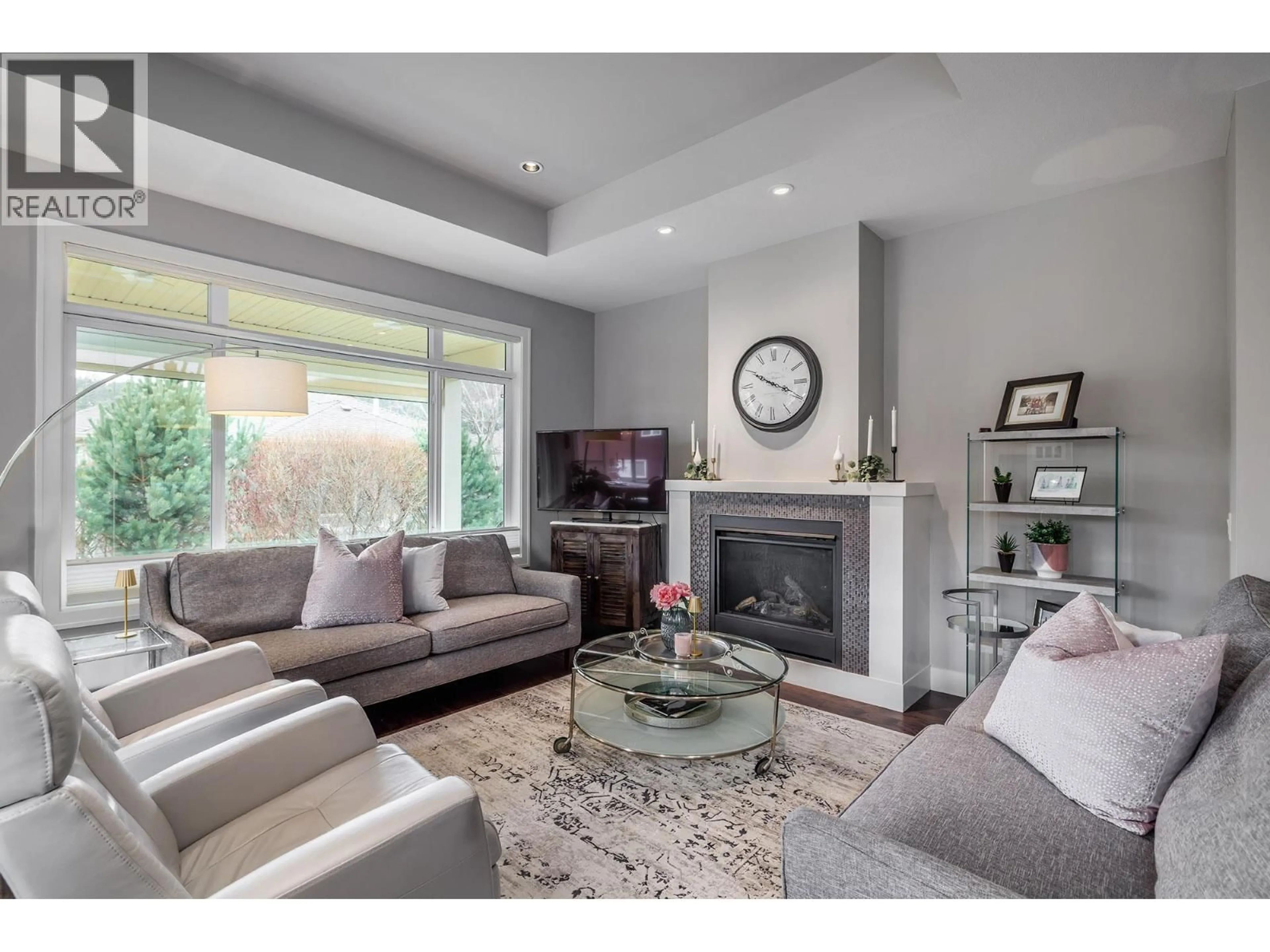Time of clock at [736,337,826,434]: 3:49
